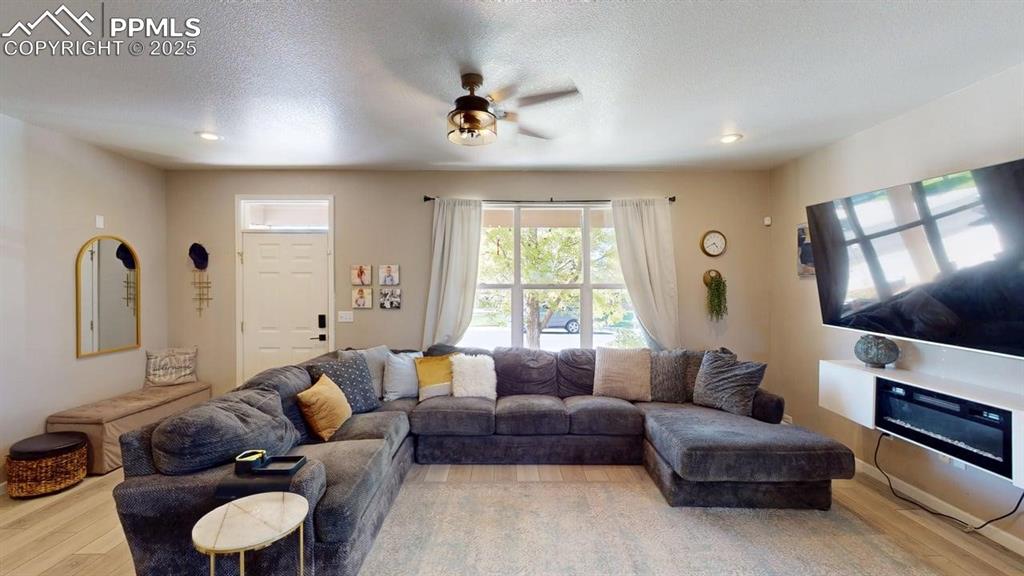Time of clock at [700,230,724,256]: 4:40
